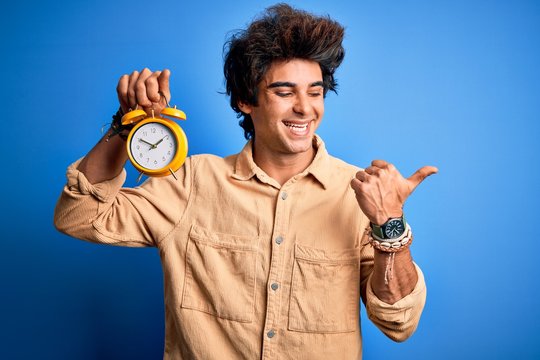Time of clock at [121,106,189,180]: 1:50
